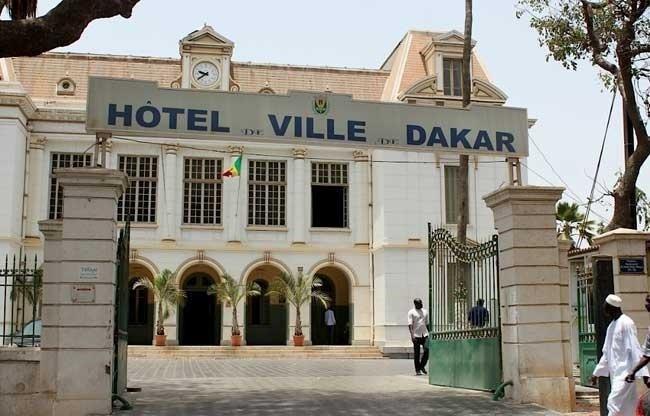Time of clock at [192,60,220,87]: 9:39
